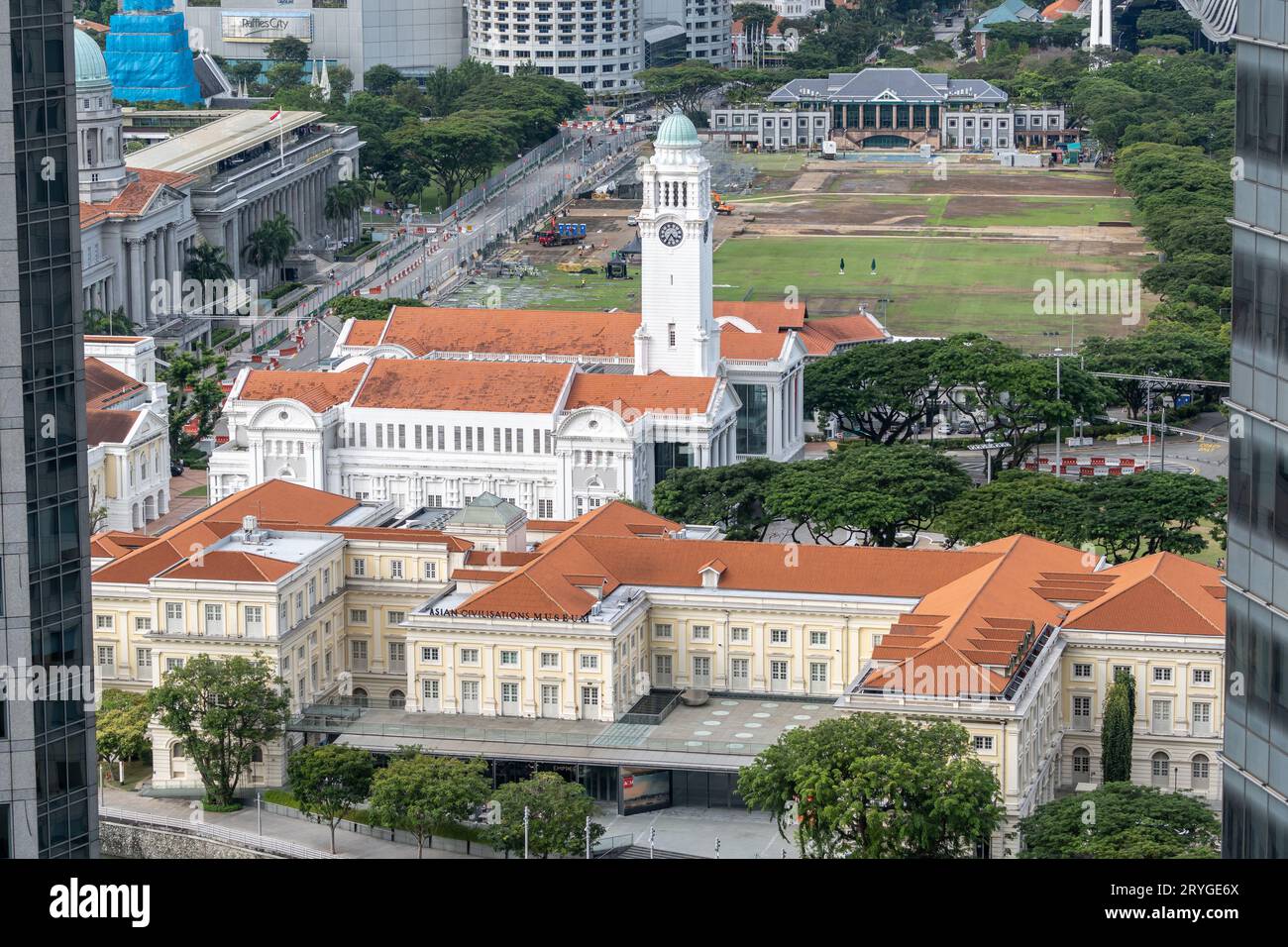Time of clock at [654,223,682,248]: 4:35
